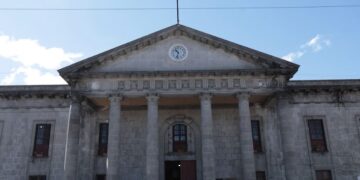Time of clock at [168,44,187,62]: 10:32
